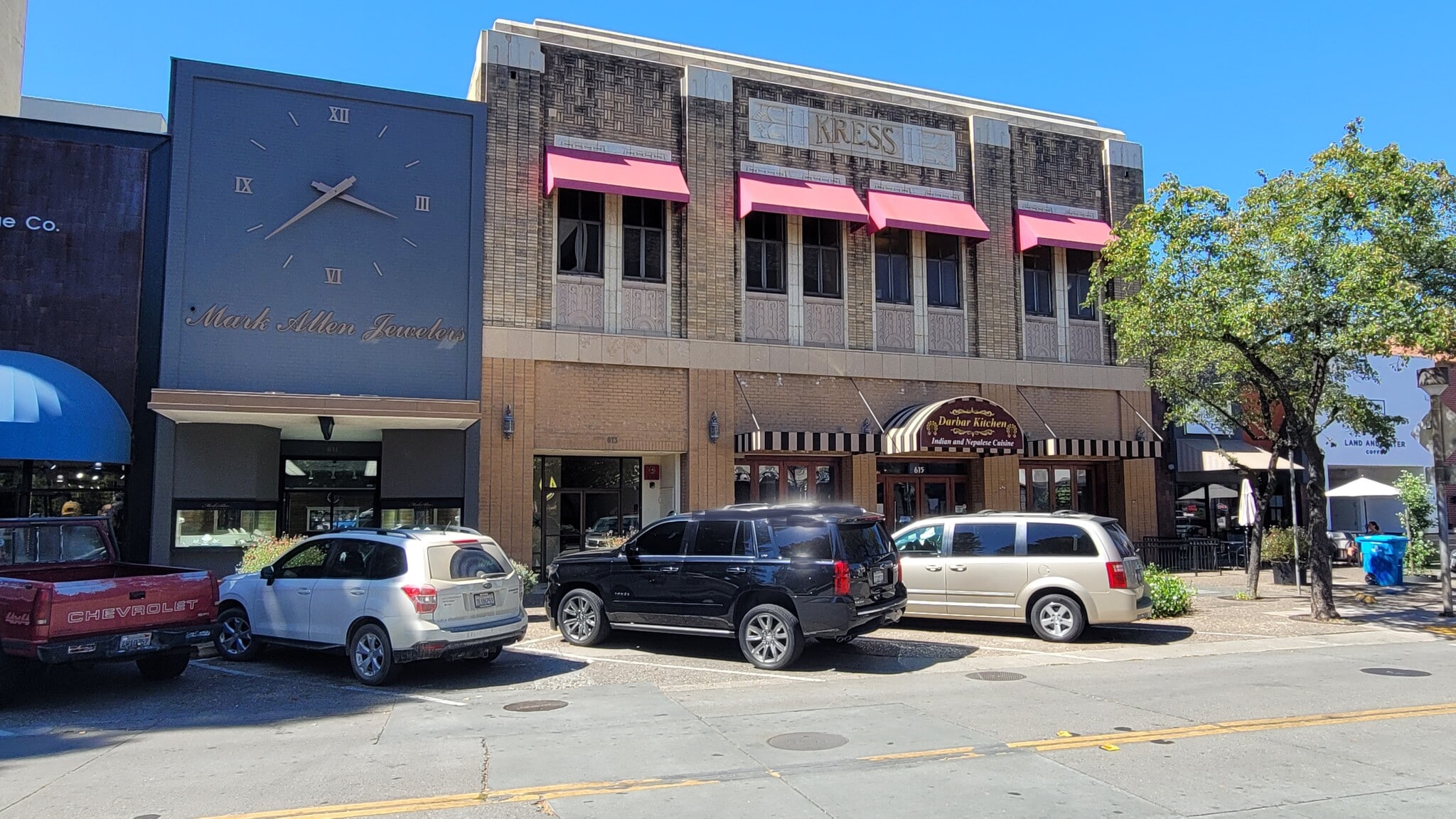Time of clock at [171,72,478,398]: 3:39
